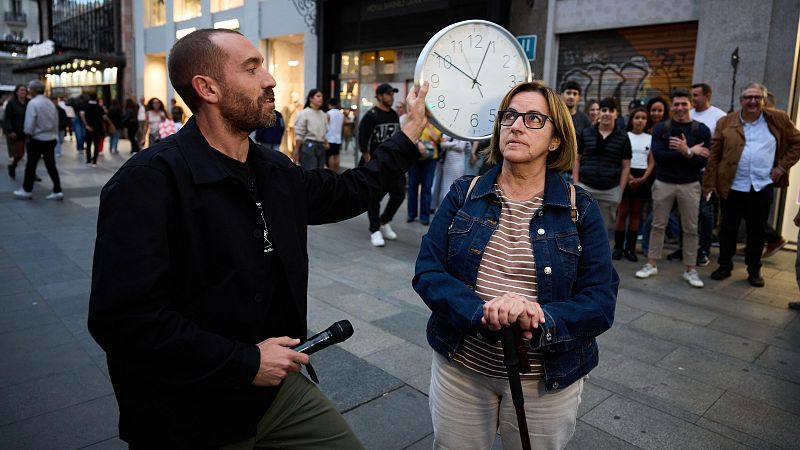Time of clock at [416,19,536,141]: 12:50
